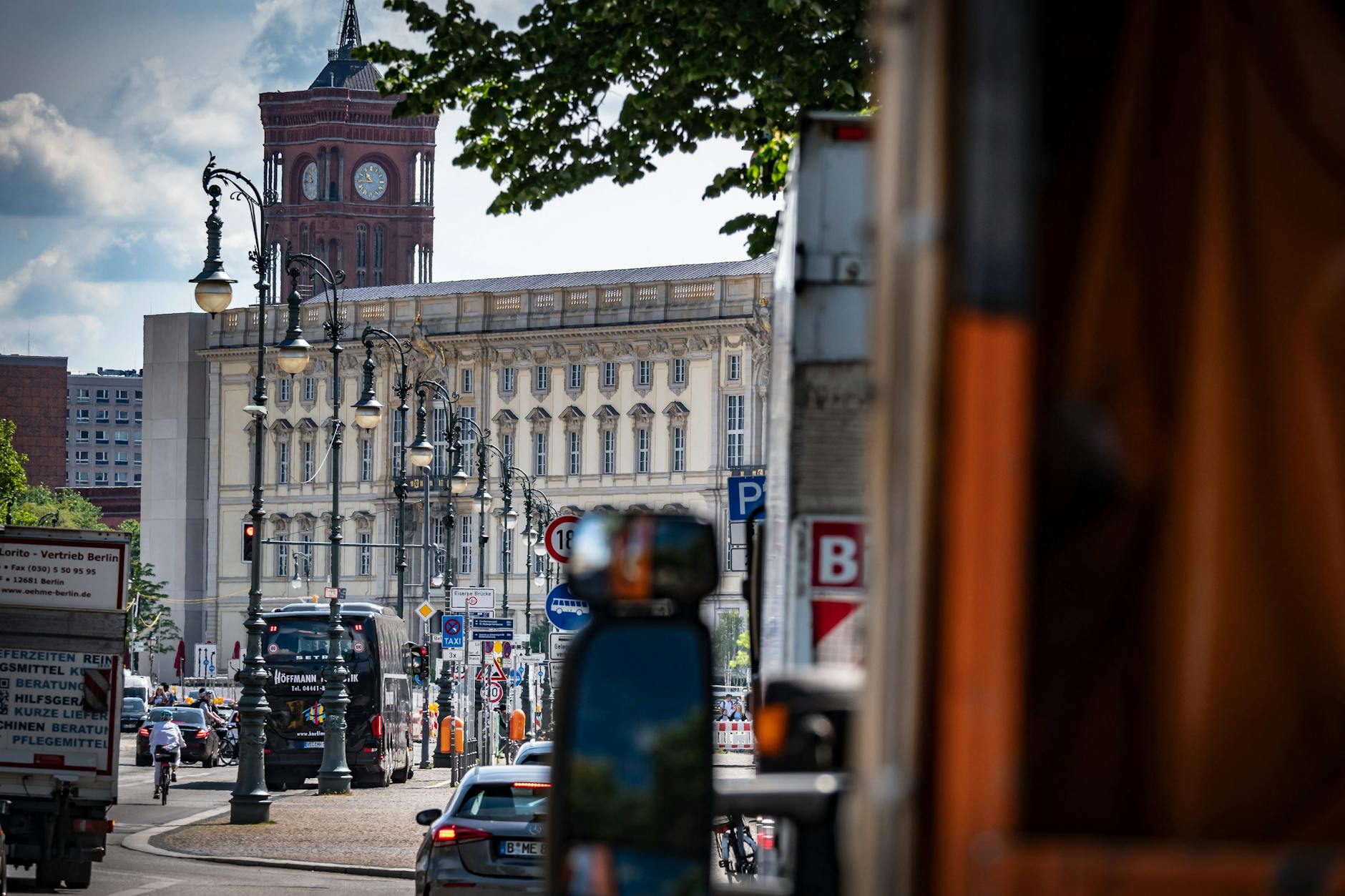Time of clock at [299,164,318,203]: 10:45
